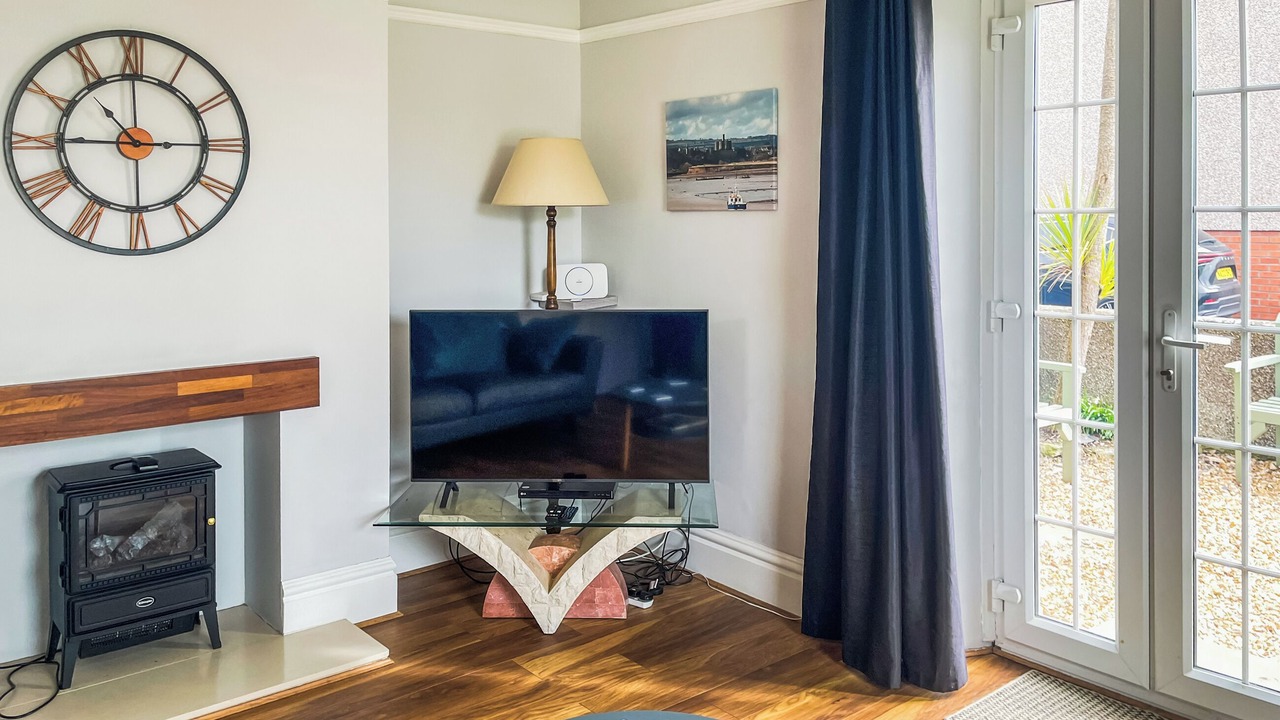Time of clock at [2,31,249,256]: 10:45
